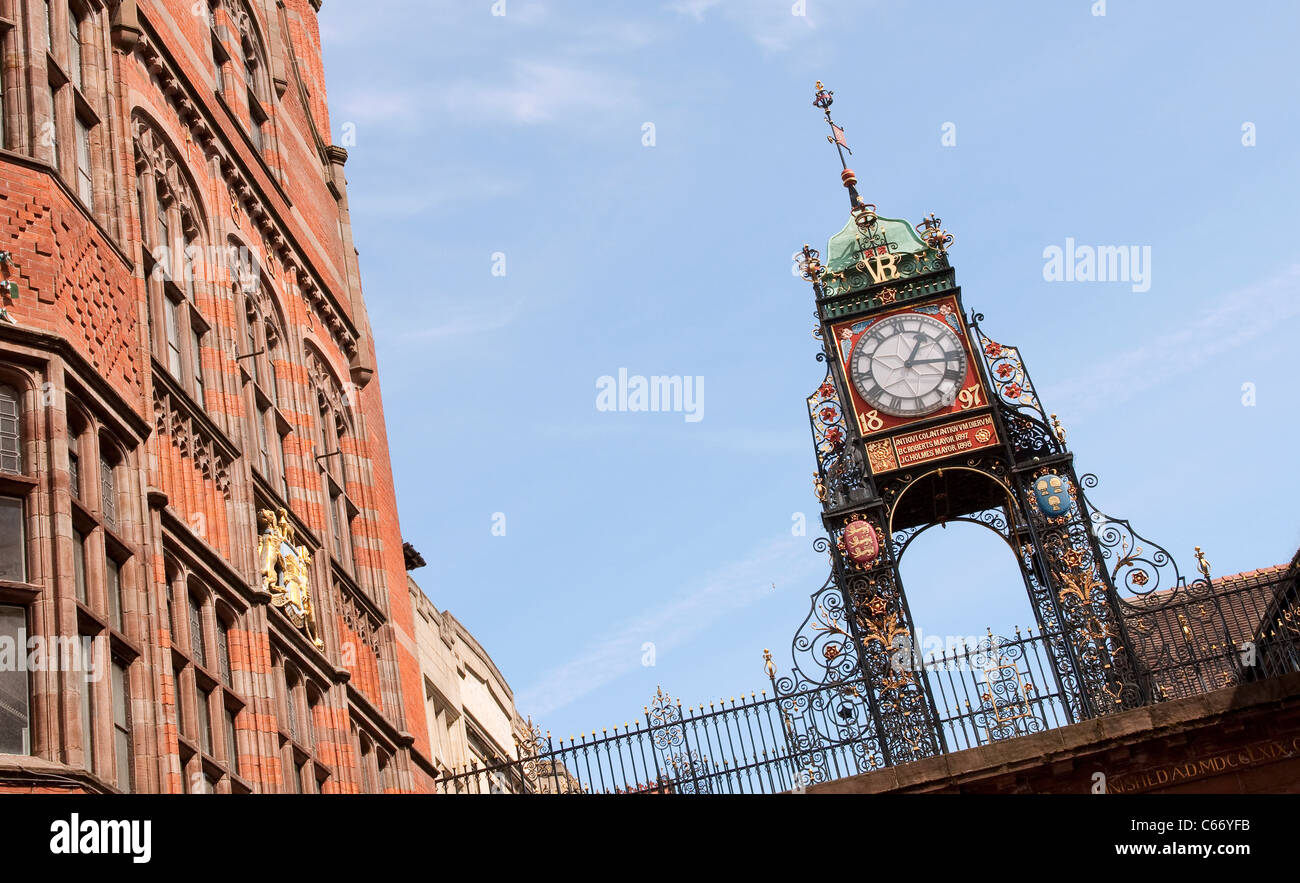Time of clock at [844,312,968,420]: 1:16
